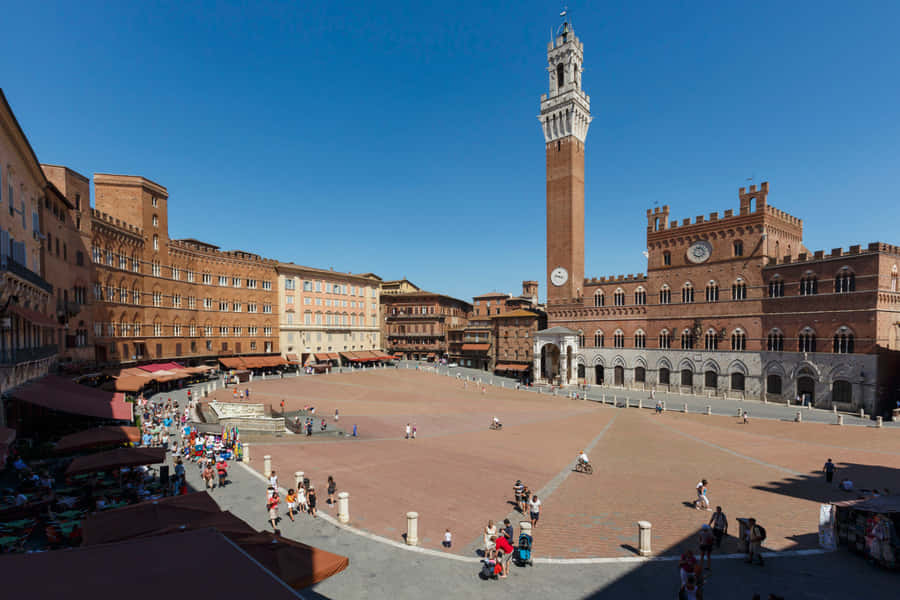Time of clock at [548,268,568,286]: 9:17
